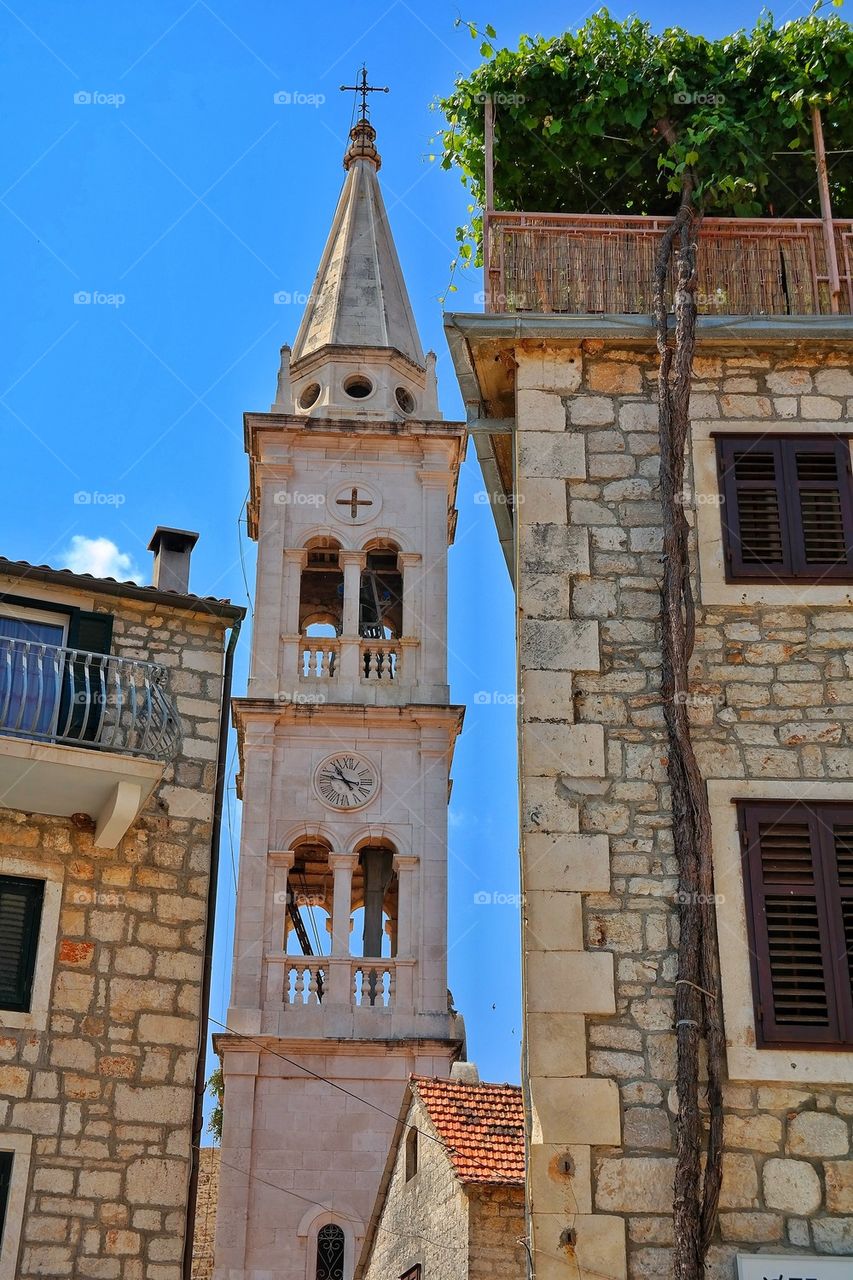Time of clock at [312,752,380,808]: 10:47
